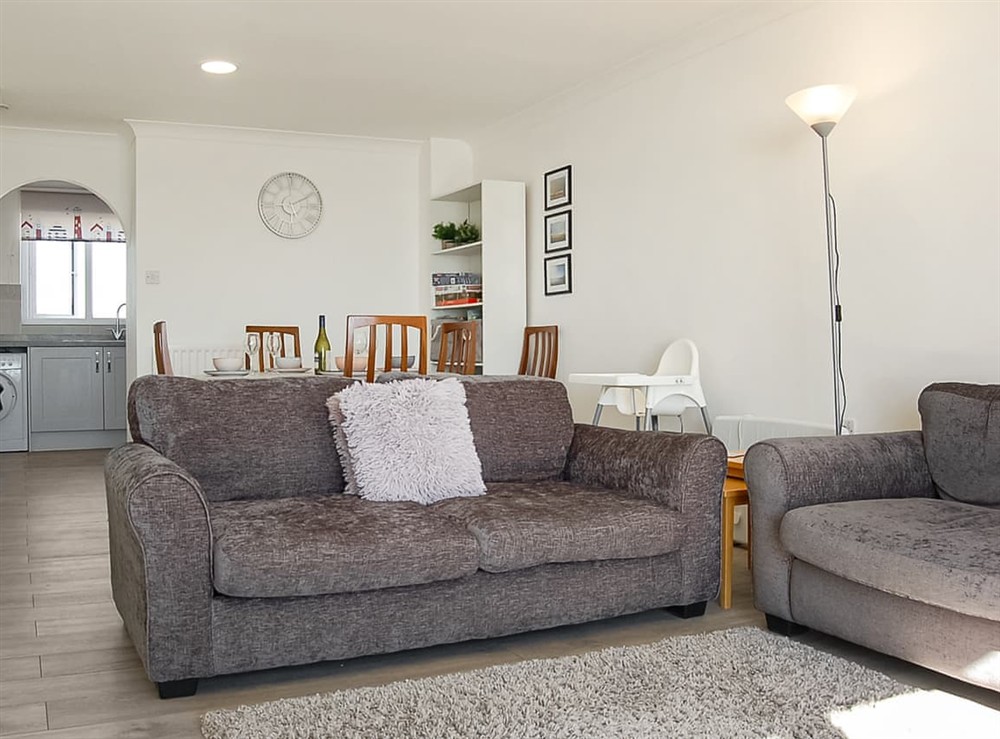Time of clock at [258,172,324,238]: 5:10
